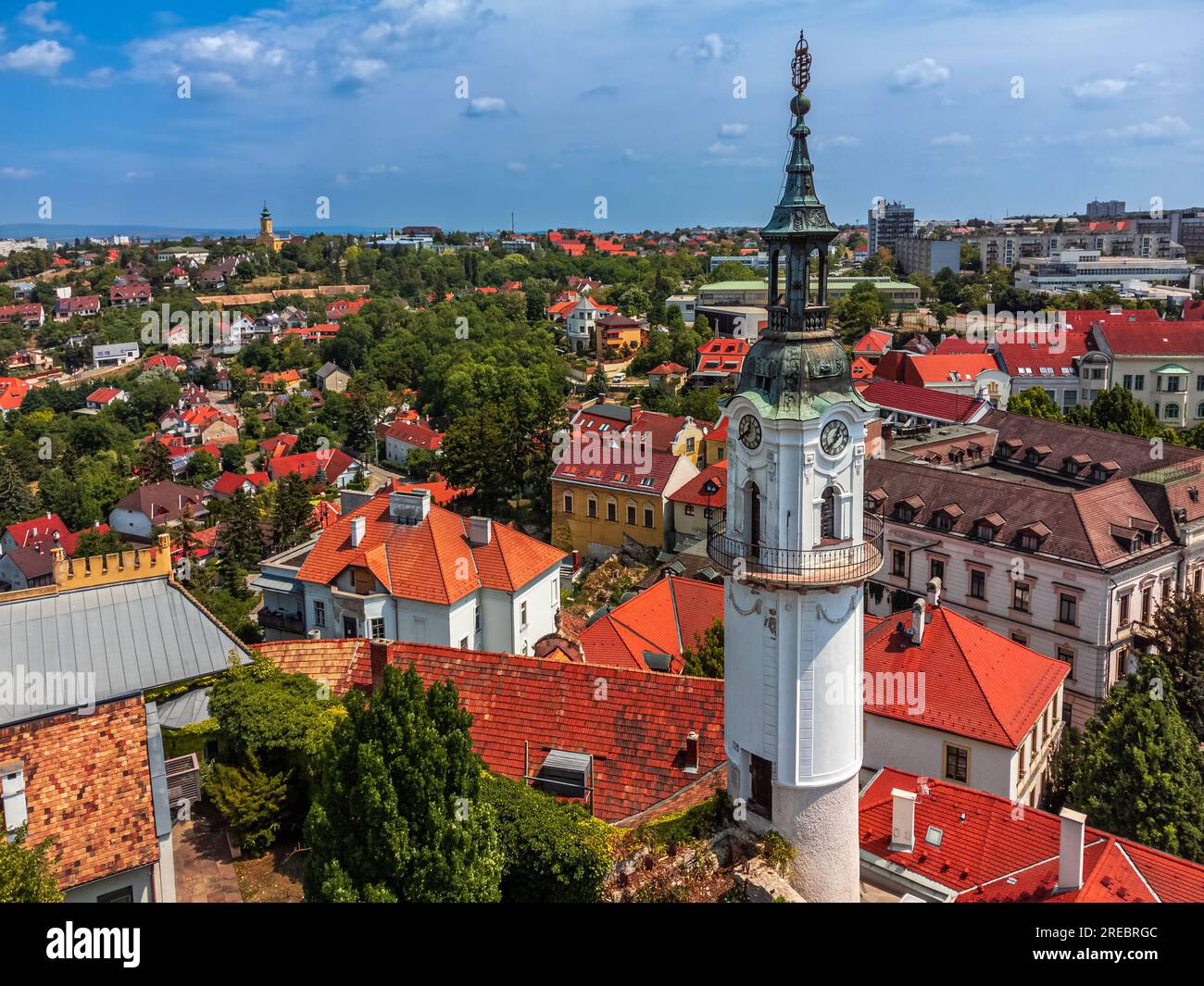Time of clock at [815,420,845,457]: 12:37
